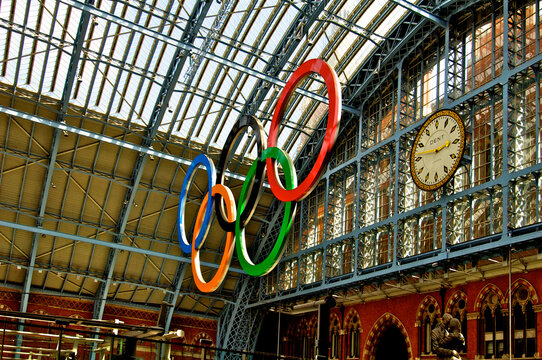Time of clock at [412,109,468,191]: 2:46
